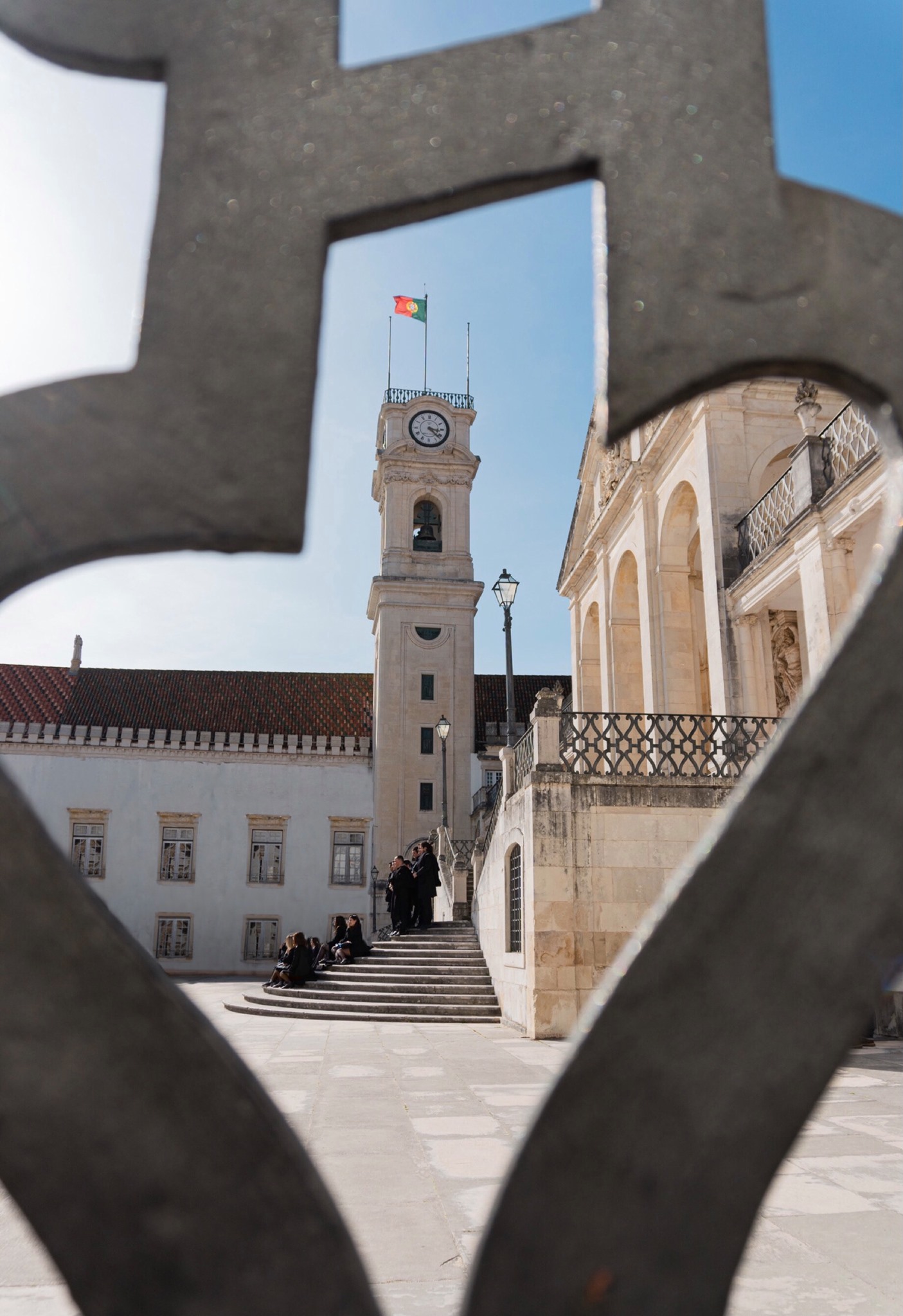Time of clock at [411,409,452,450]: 3:22
